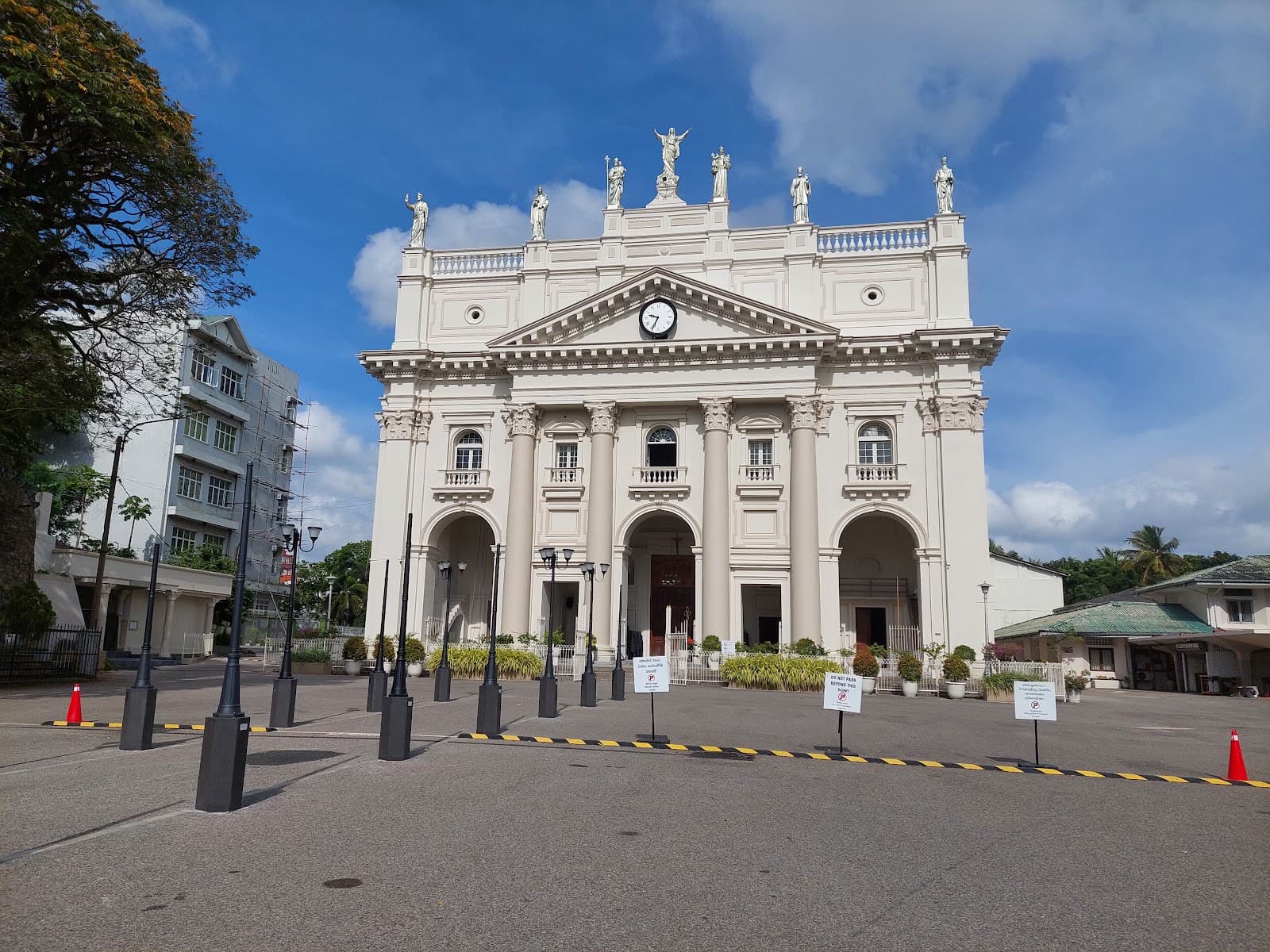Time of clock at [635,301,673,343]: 9:34
